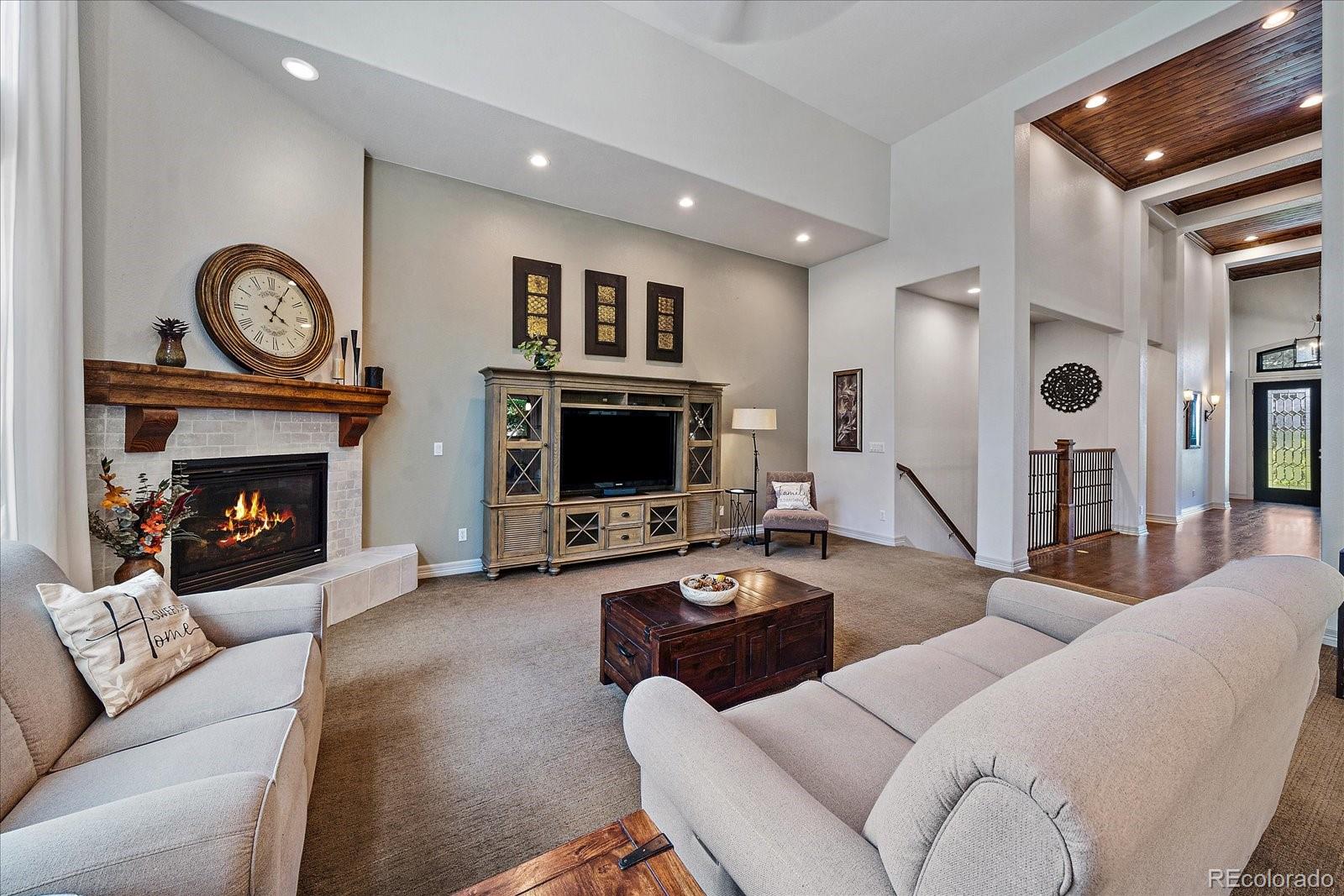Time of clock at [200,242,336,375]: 4:04
